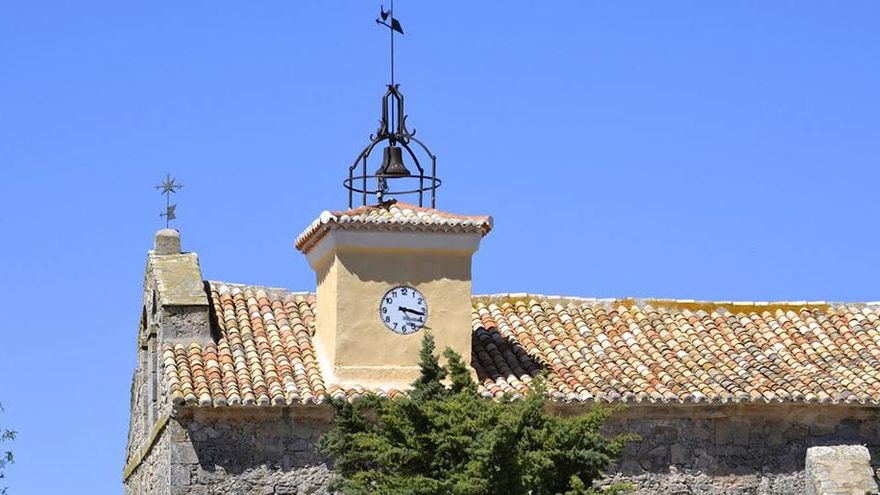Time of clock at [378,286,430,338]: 3:17
